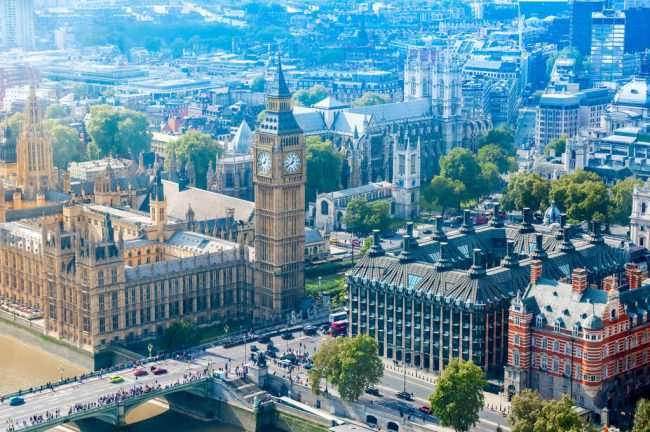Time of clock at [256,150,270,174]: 12:41
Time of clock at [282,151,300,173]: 12:40
